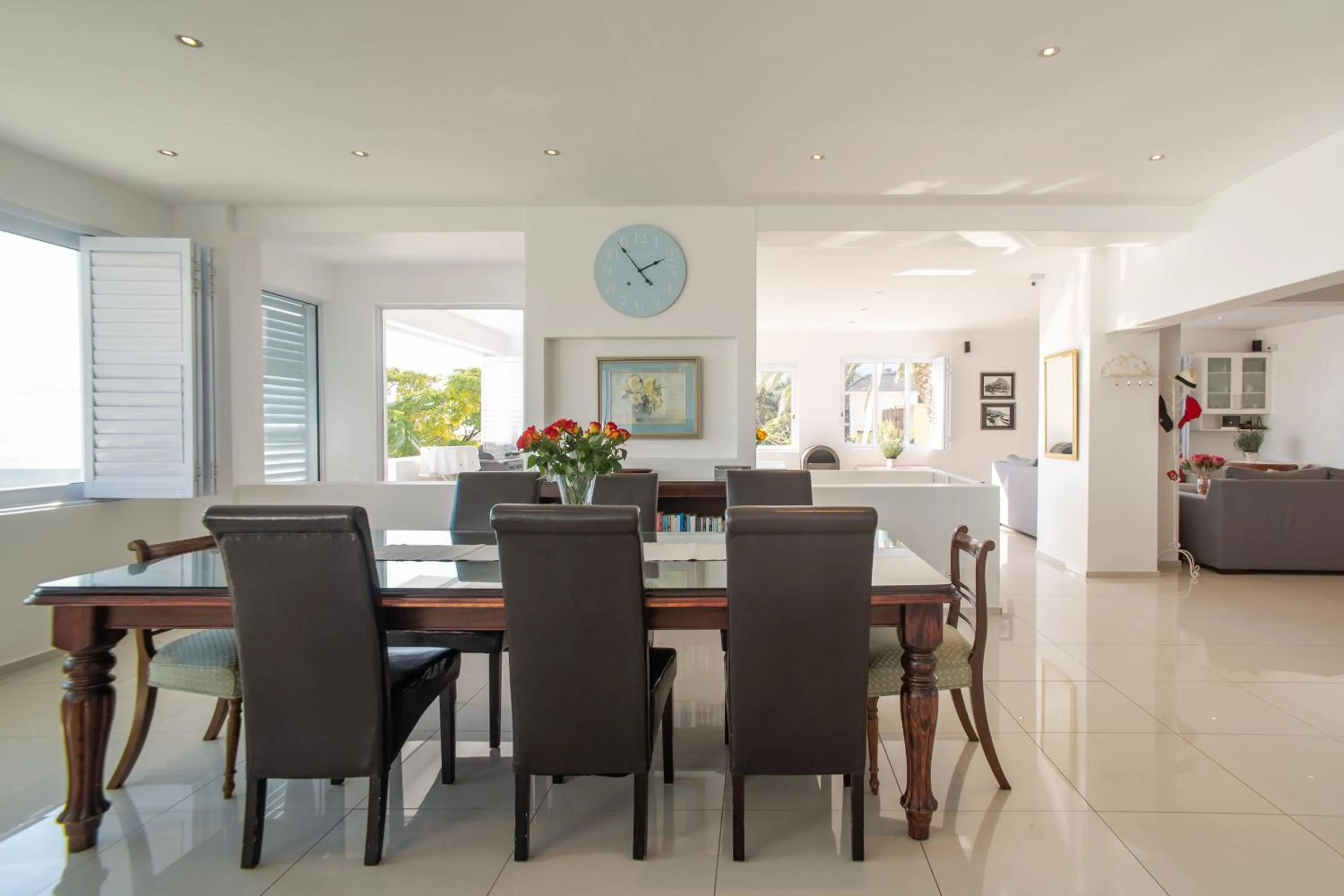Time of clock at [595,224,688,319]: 1:53
